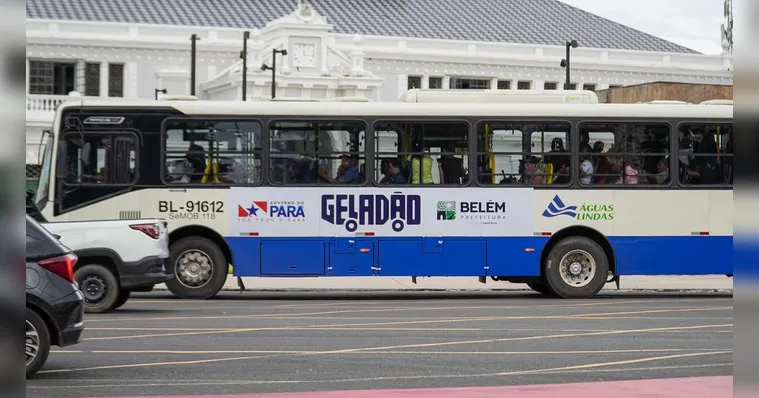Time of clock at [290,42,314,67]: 12:14
